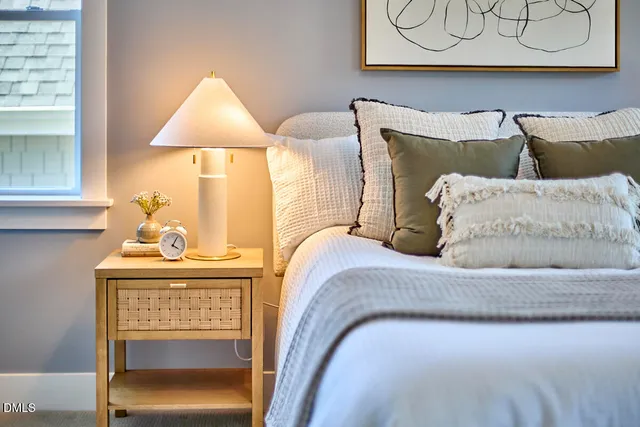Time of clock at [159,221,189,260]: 4:04
